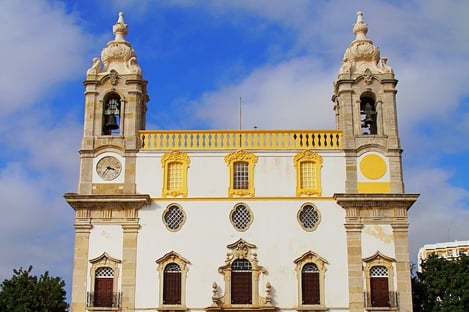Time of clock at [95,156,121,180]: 3:36
